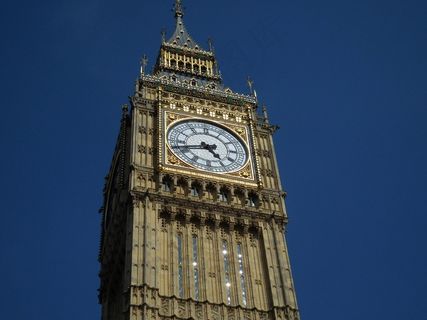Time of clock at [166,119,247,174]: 4:42
